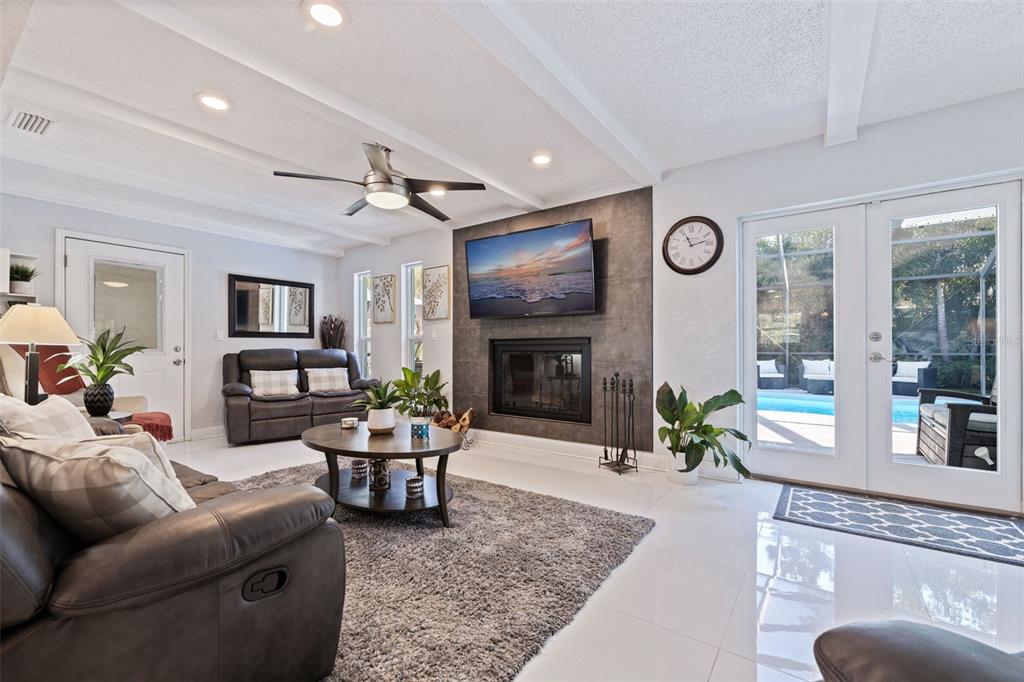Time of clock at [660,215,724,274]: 11:12
